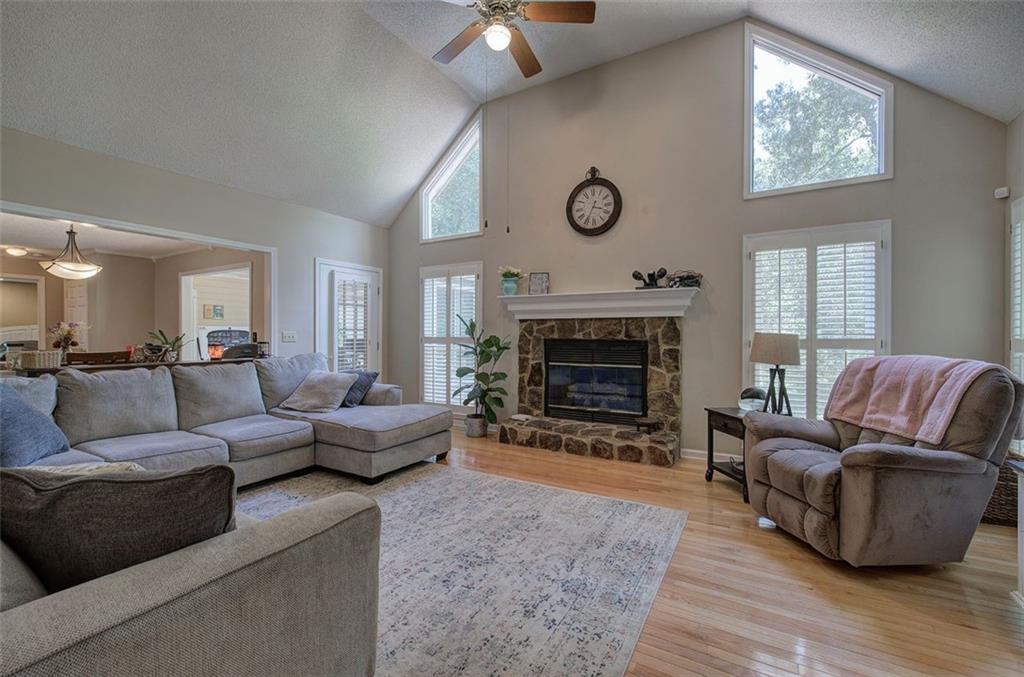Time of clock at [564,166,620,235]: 3:35
